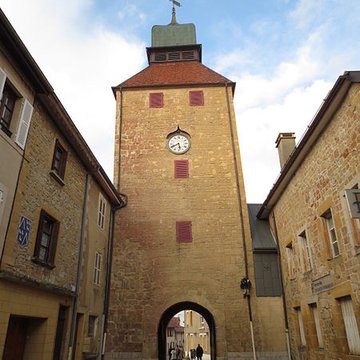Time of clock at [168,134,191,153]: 5:40
